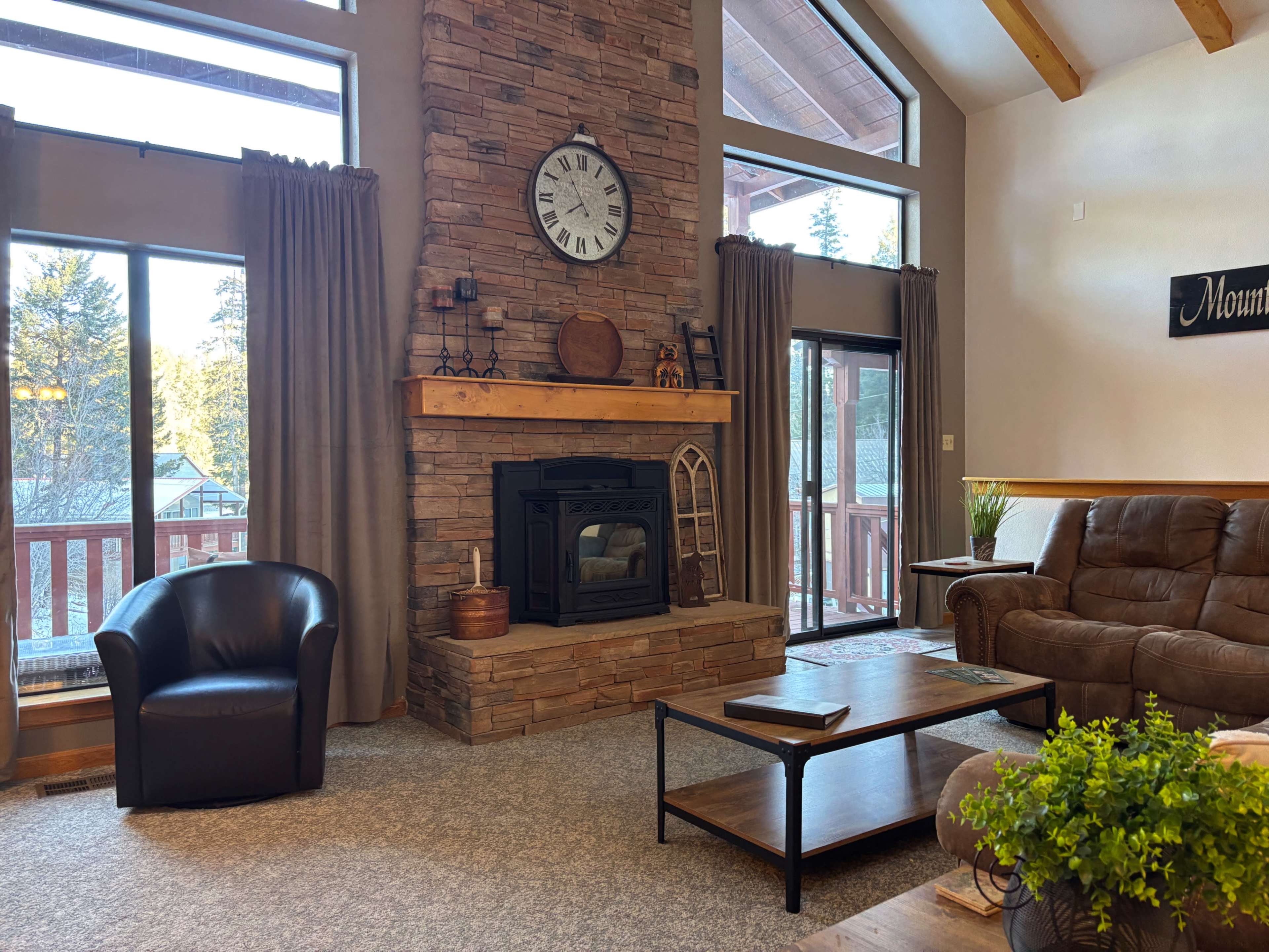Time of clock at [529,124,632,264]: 7:55
